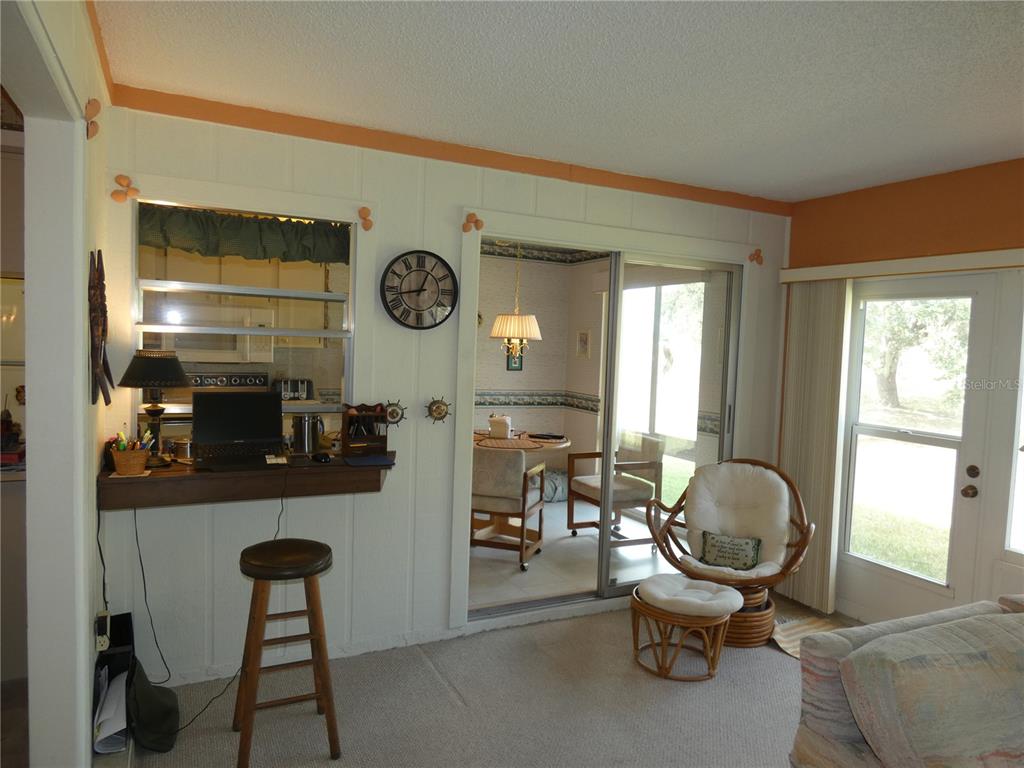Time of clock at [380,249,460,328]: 12:43
